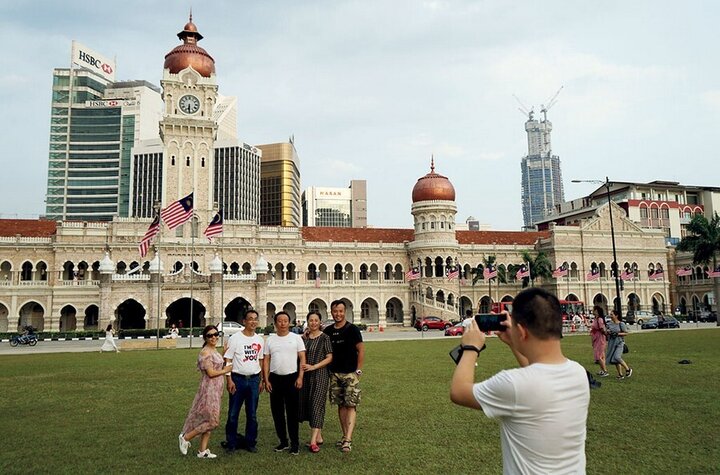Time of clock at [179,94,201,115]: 6:30
